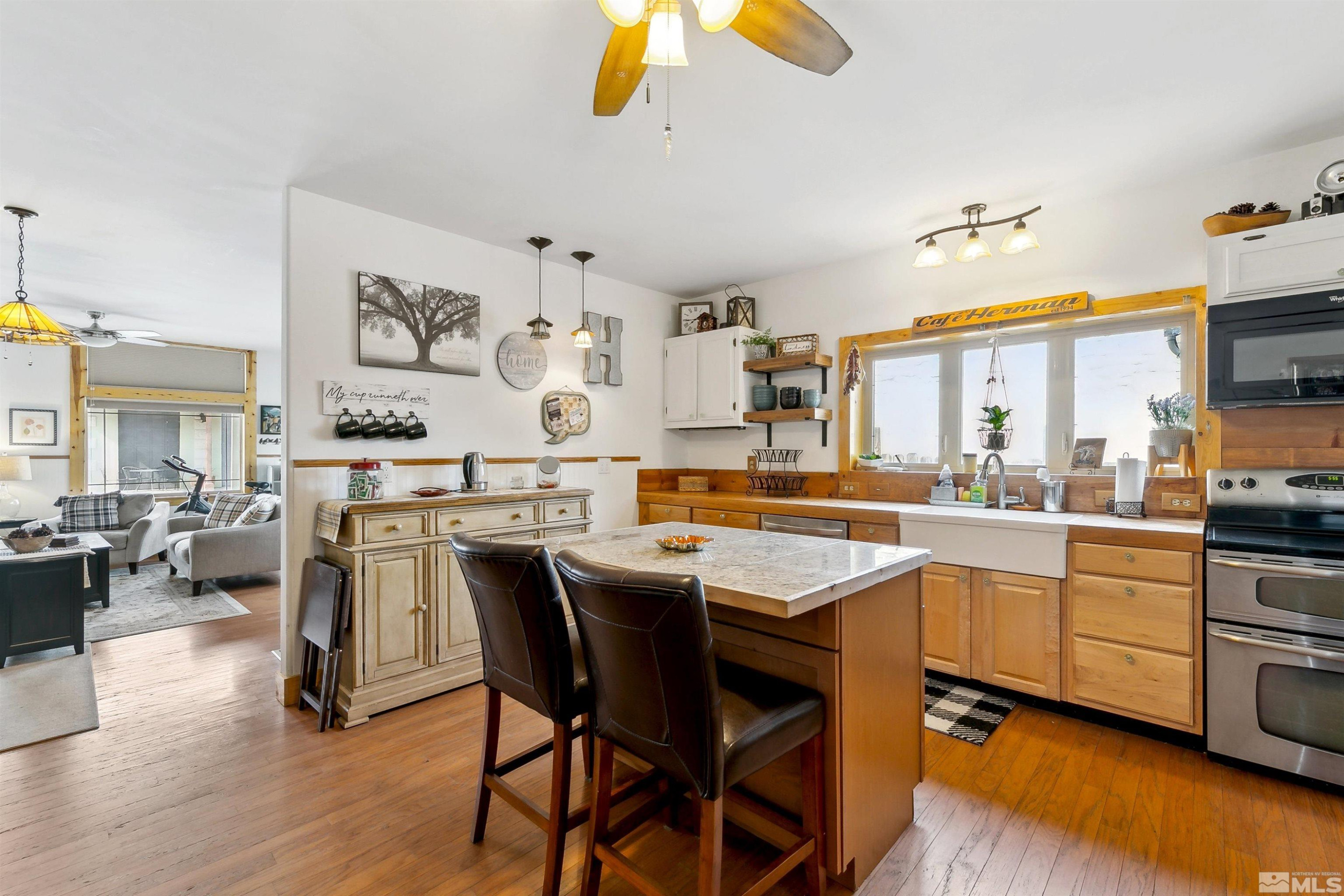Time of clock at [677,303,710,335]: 1:44
